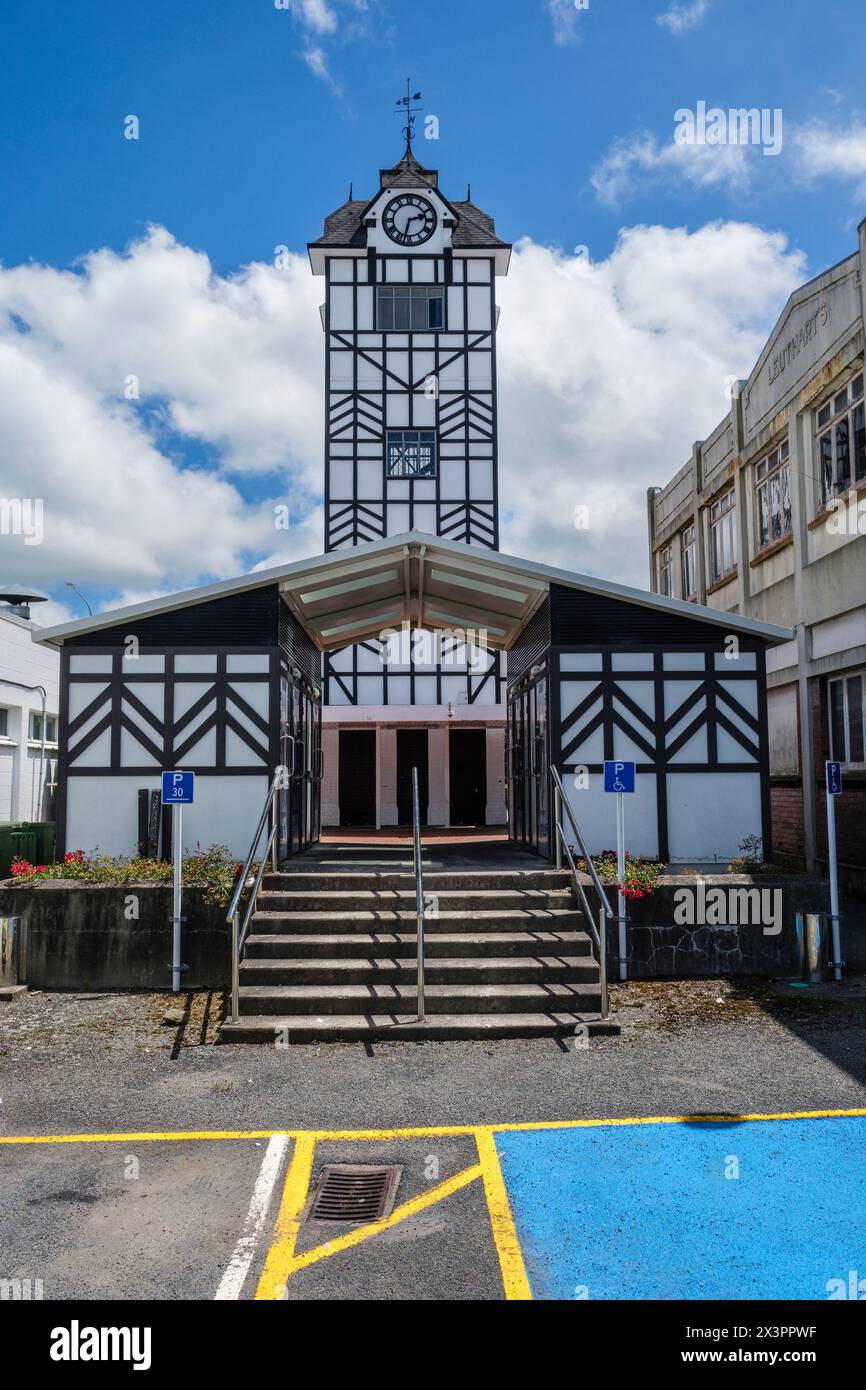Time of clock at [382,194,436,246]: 2:32
